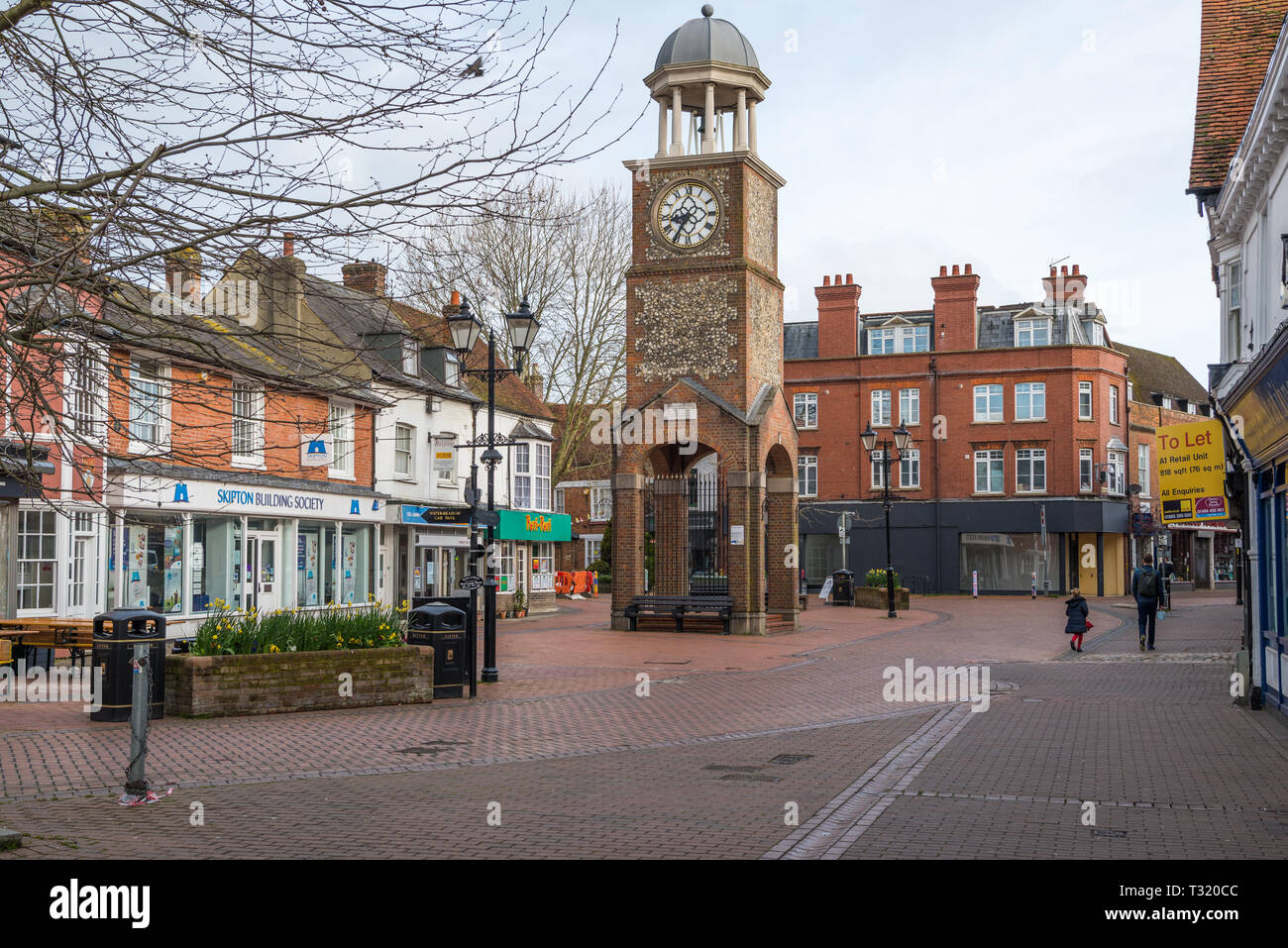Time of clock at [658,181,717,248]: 8:35
